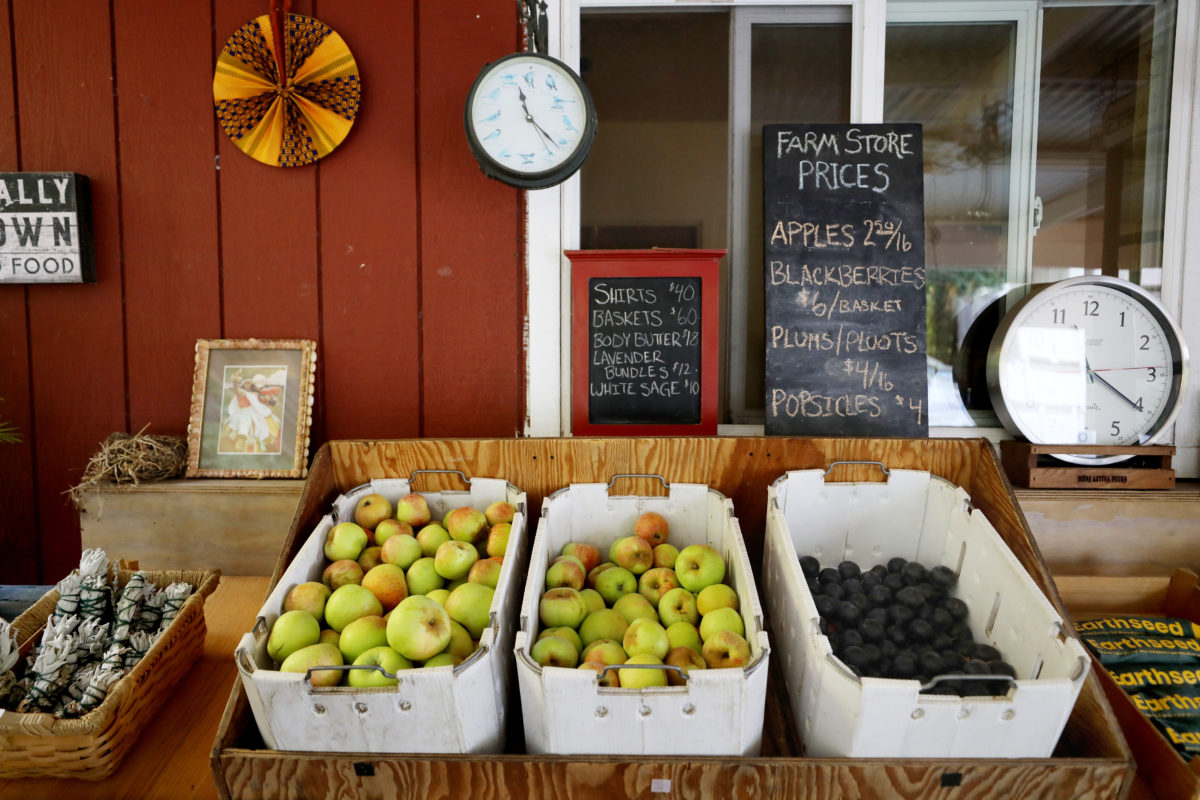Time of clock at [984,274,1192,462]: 9:20
